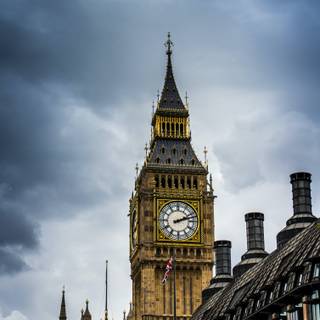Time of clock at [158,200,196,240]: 2:12
